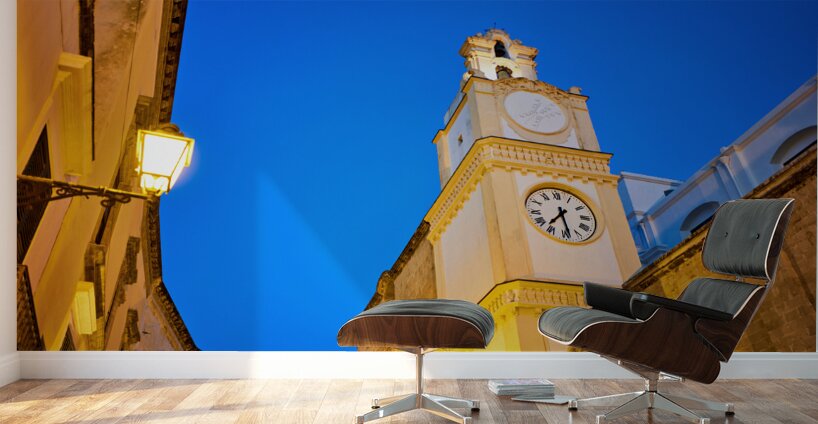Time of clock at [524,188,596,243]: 7:28
